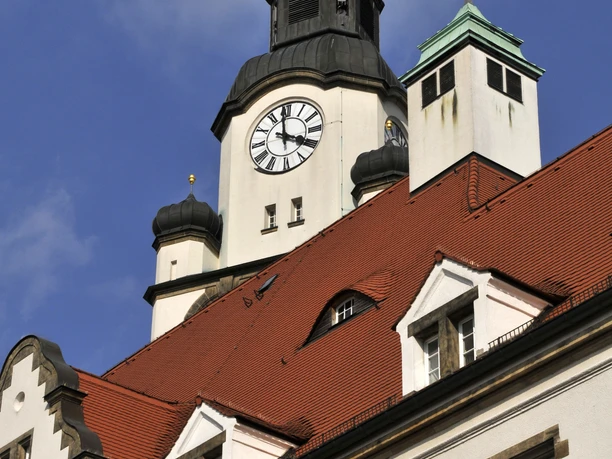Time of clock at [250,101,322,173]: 3:58
